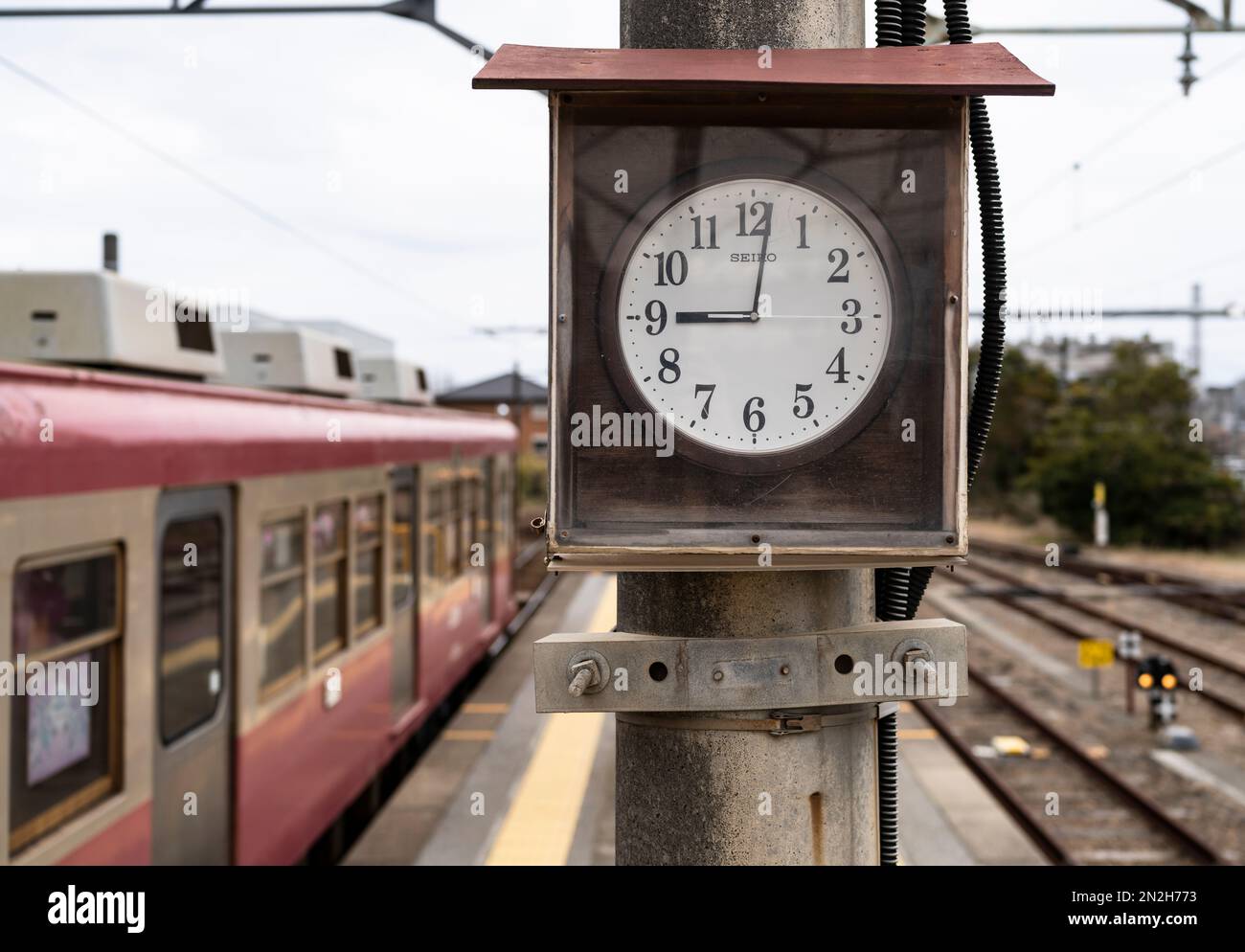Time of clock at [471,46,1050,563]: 9:01
